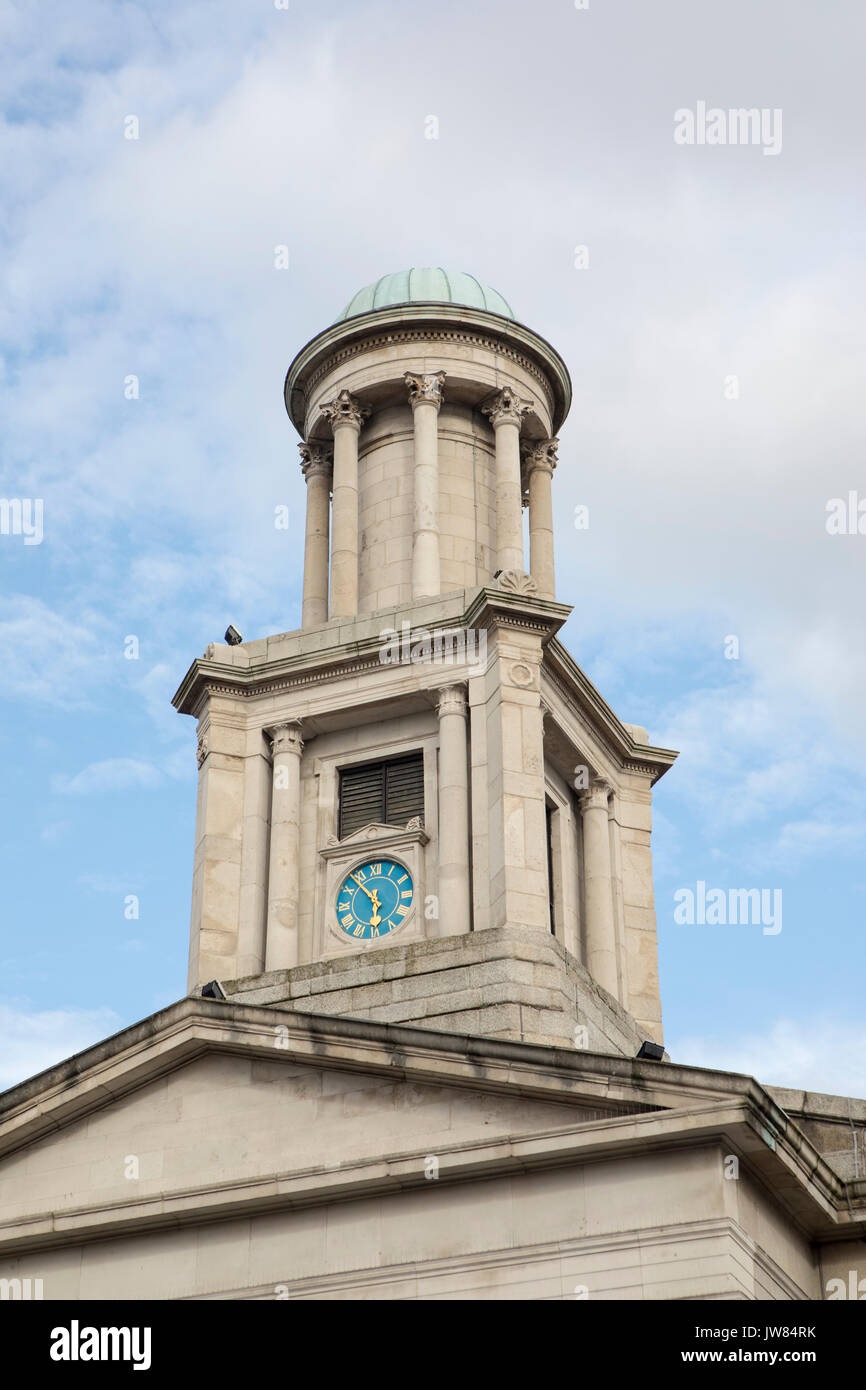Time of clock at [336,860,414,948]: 5:53
